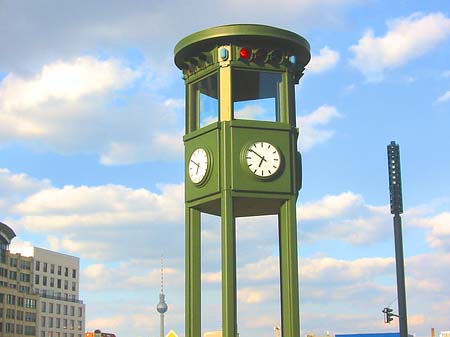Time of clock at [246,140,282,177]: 6:50
